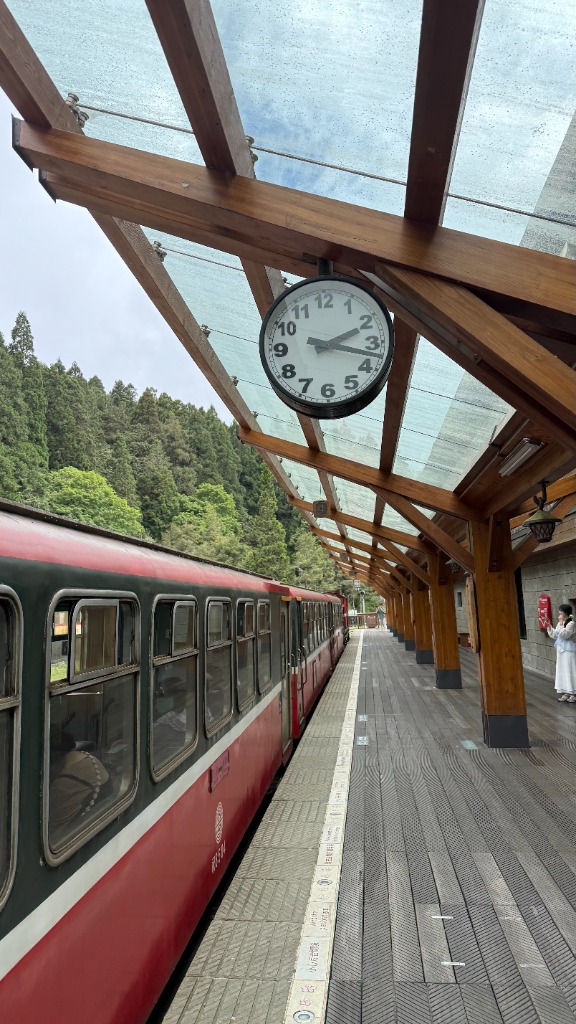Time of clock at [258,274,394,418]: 2:17
